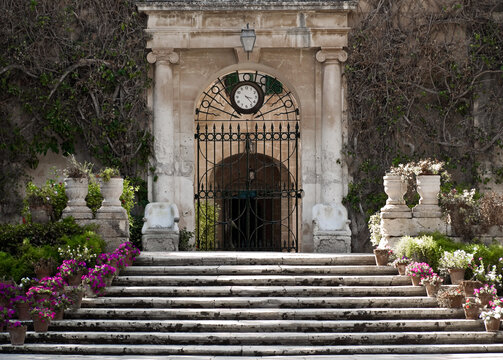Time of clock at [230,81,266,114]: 3:22
